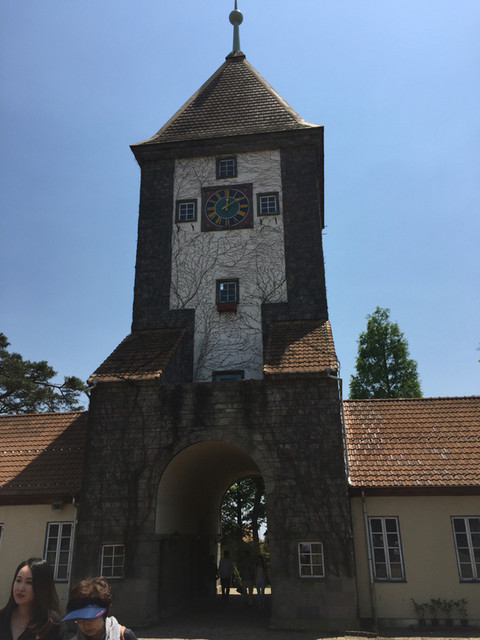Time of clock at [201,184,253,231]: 12:09
